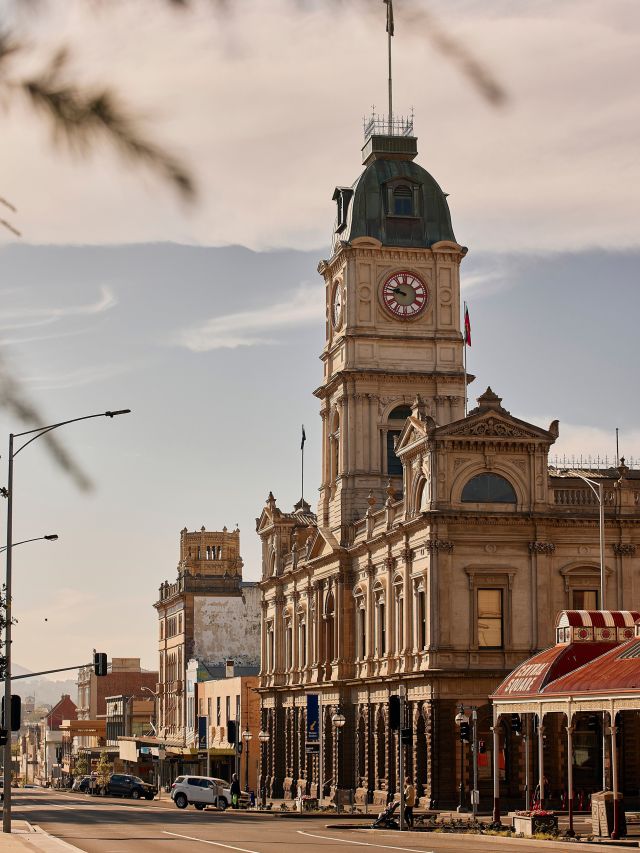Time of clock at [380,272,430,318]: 9:47
